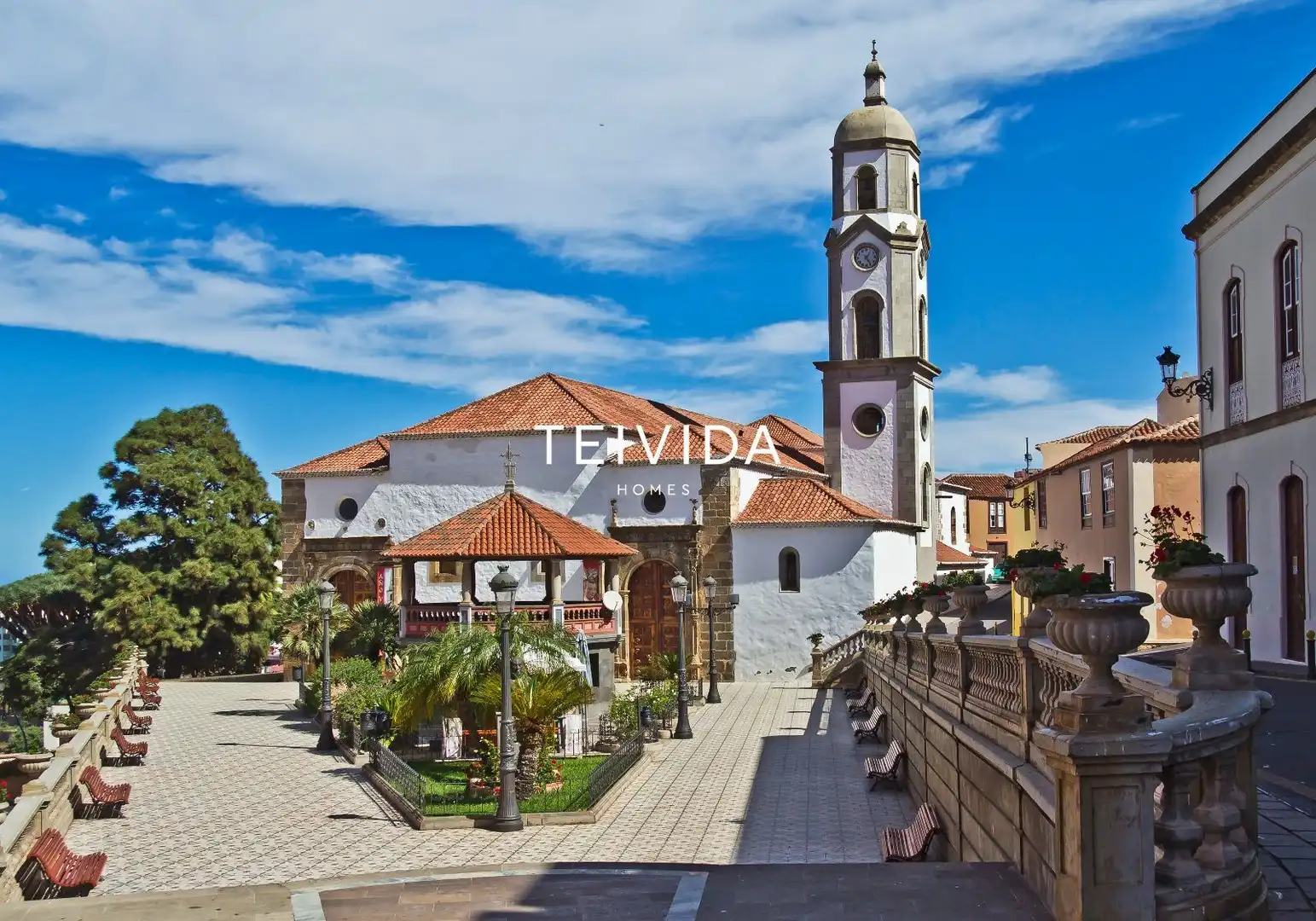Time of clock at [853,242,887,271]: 1:24
